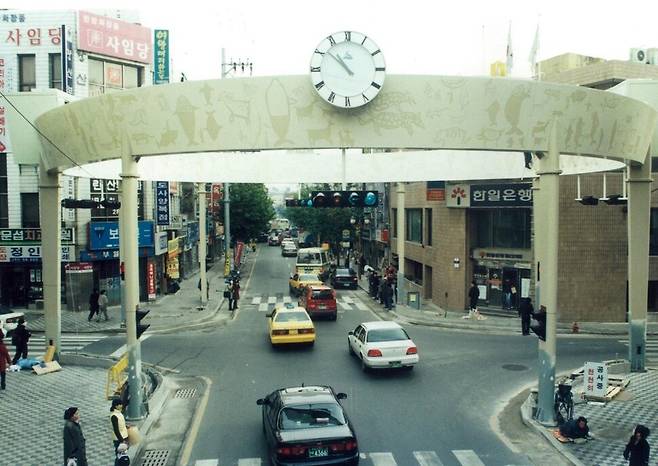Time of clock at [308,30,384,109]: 10:51
